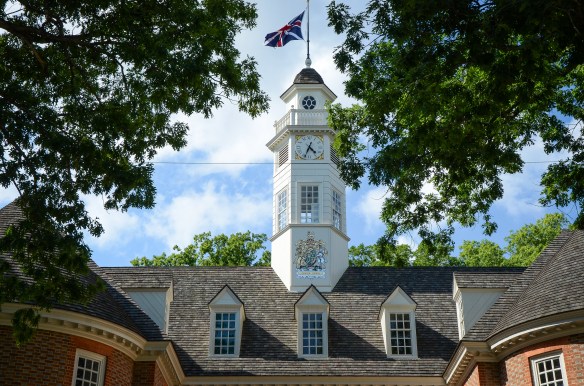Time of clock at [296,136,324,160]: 4:34
